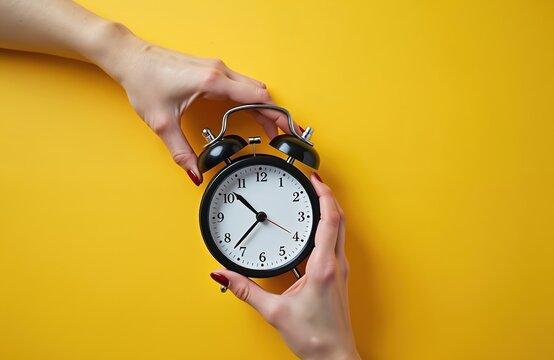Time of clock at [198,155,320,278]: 10:36
